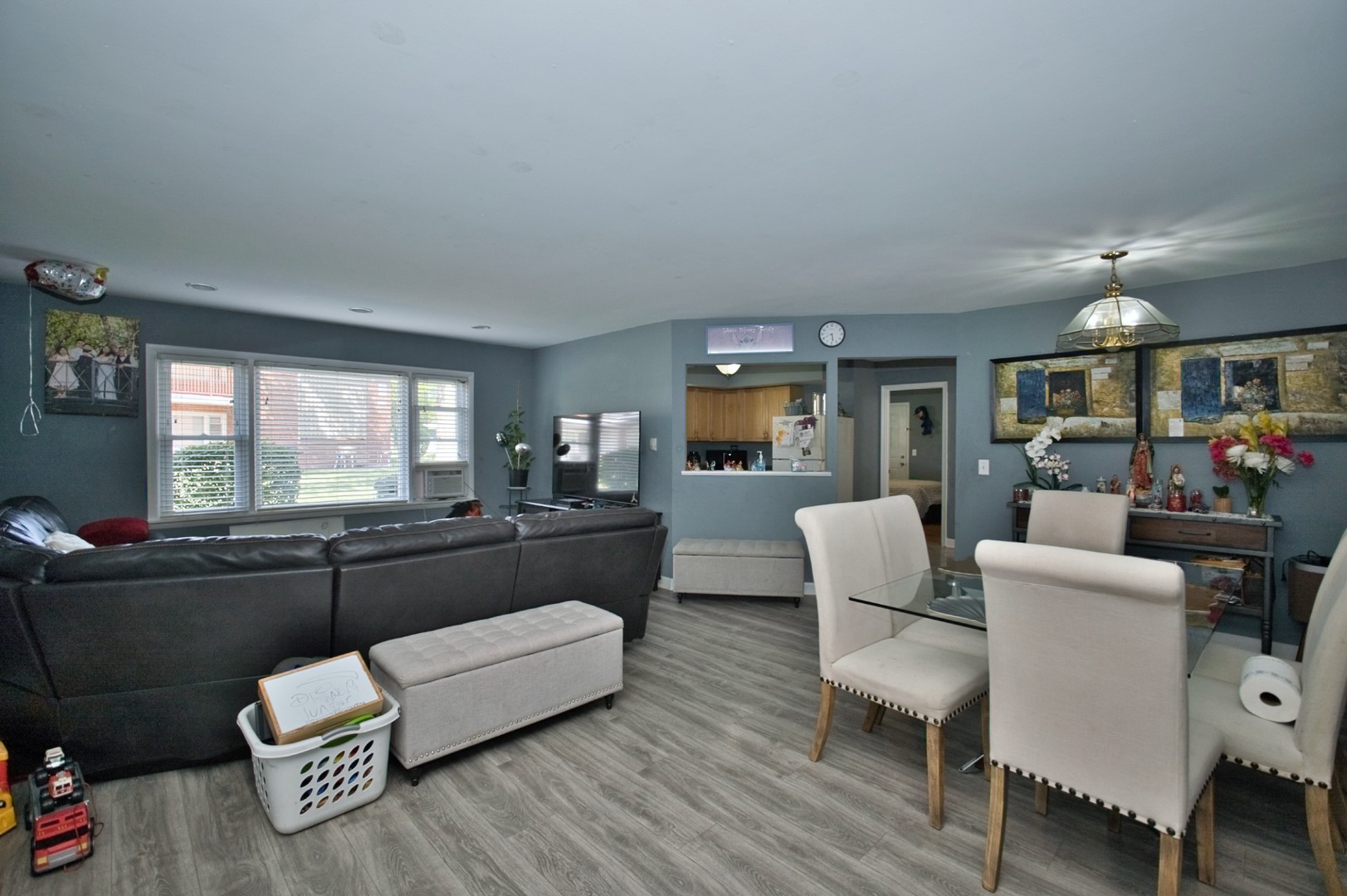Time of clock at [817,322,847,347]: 5:40
